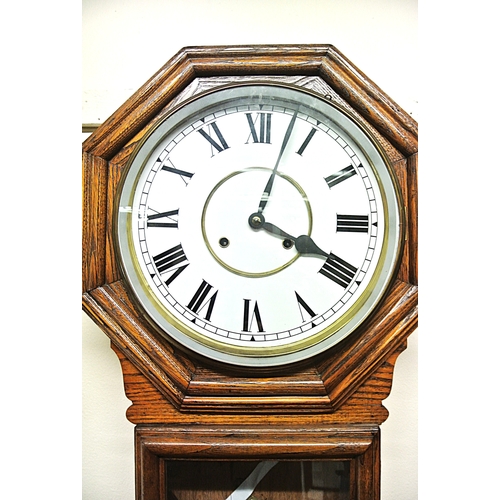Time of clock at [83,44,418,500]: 4:03
